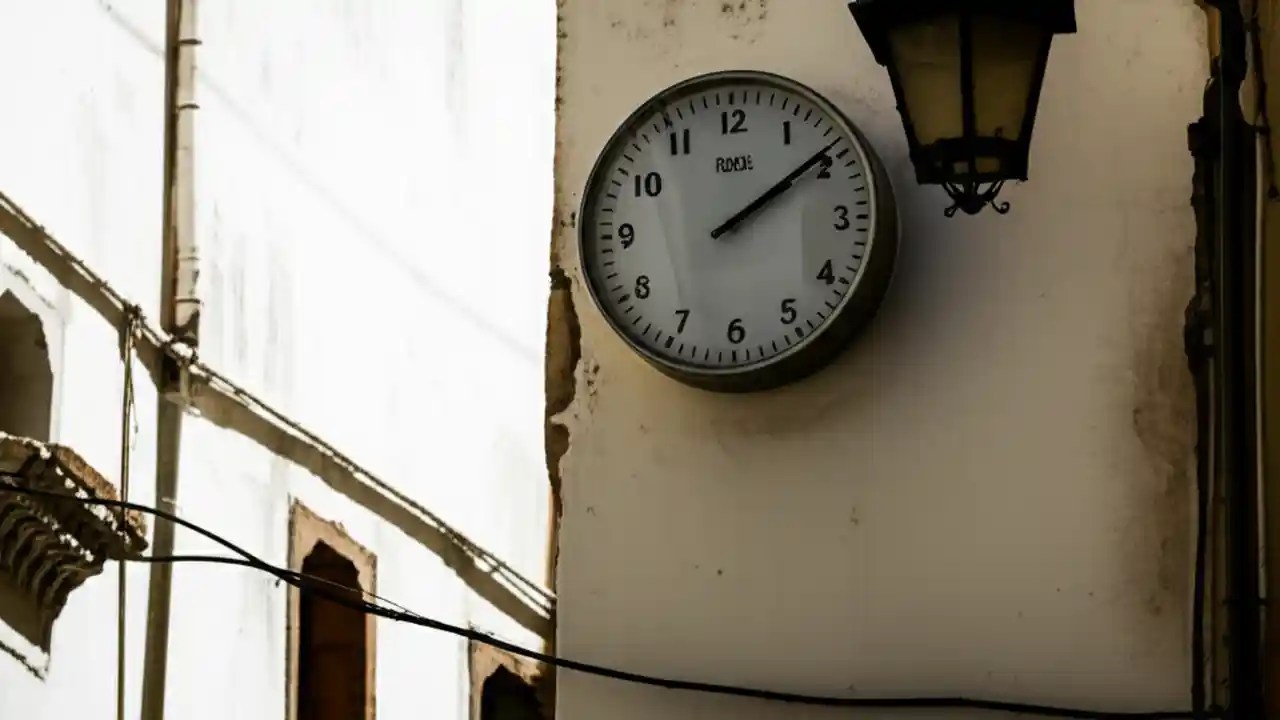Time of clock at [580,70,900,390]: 2:09
